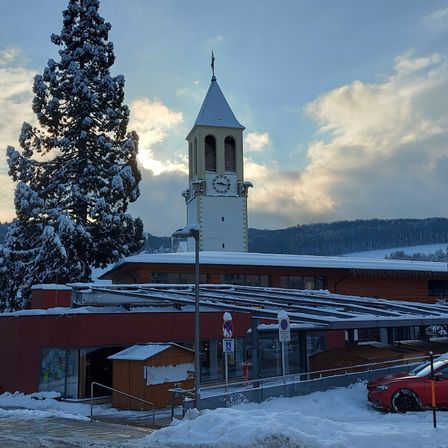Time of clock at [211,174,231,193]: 9:17
